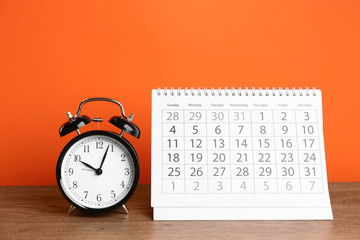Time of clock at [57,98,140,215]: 10:03
